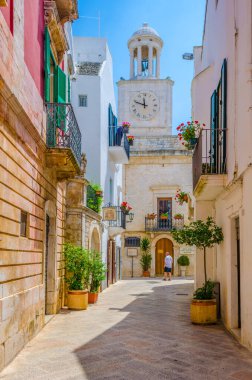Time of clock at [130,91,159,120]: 11:48
